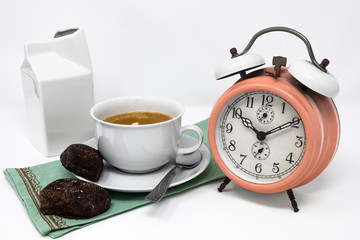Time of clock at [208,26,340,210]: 10:09
